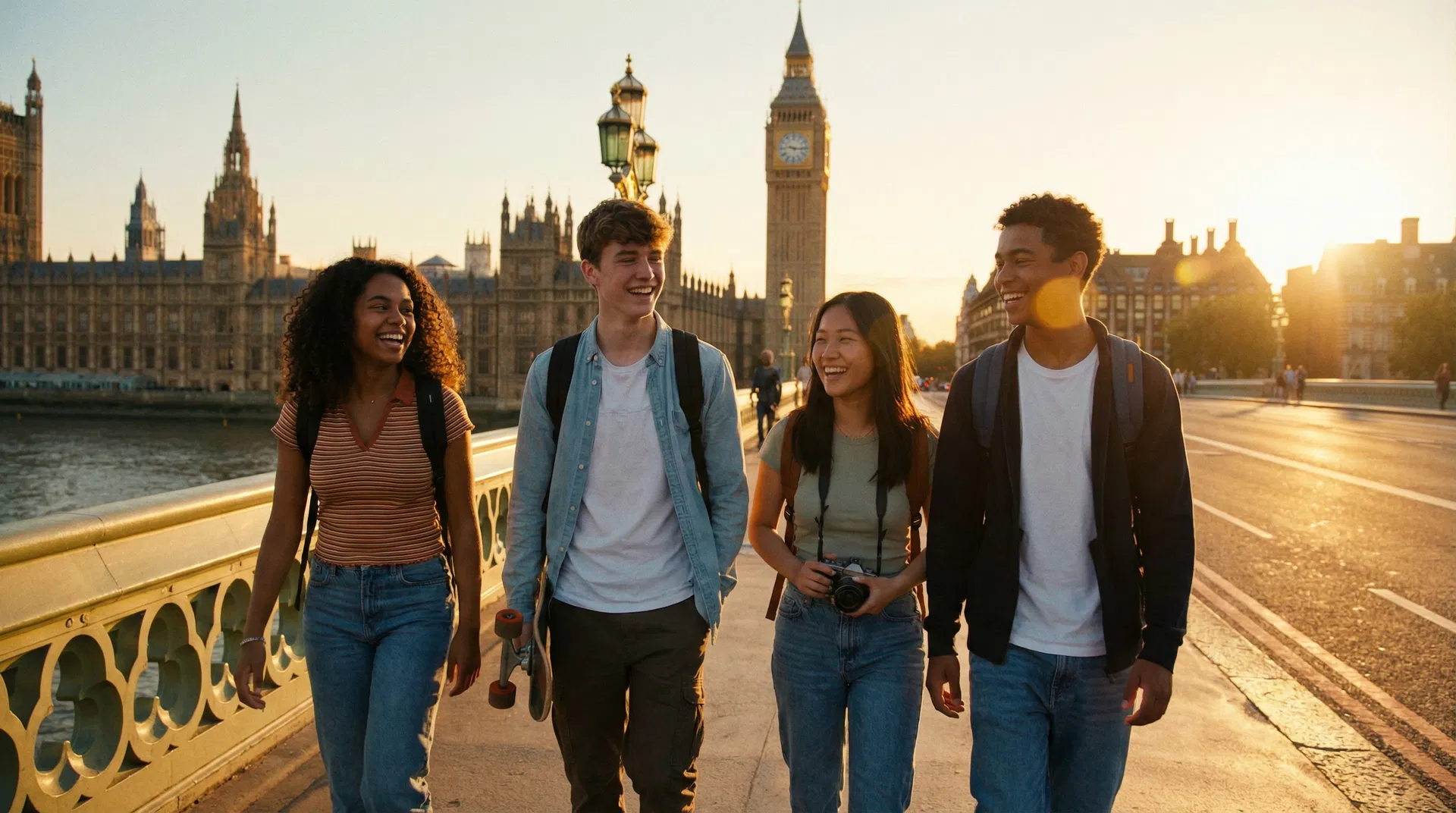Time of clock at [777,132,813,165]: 9:14
